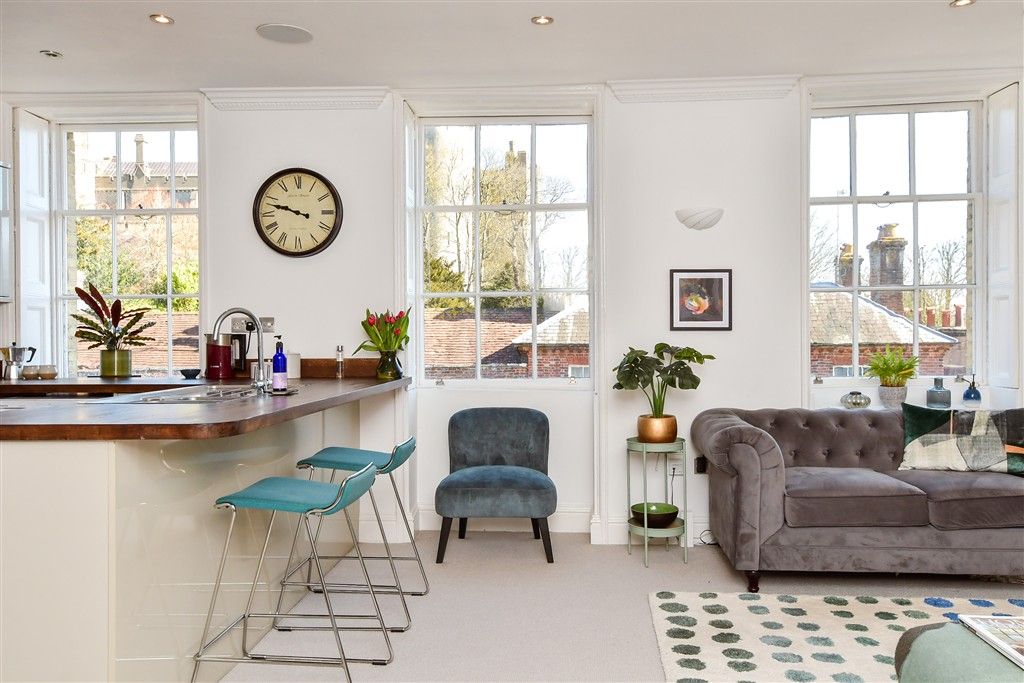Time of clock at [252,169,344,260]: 9:47
